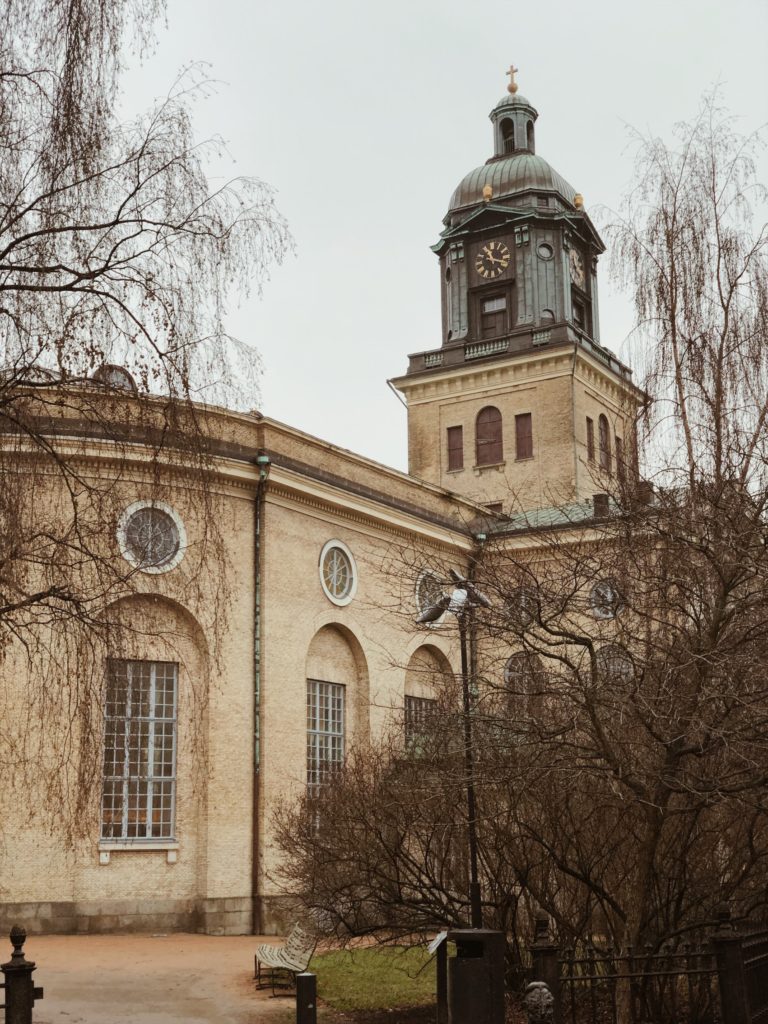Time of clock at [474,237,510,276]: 11:17
